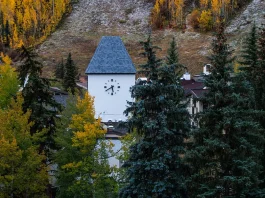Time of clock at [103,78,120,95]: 5:40
